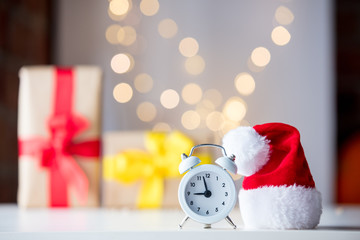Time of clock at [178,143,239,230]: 8:57
